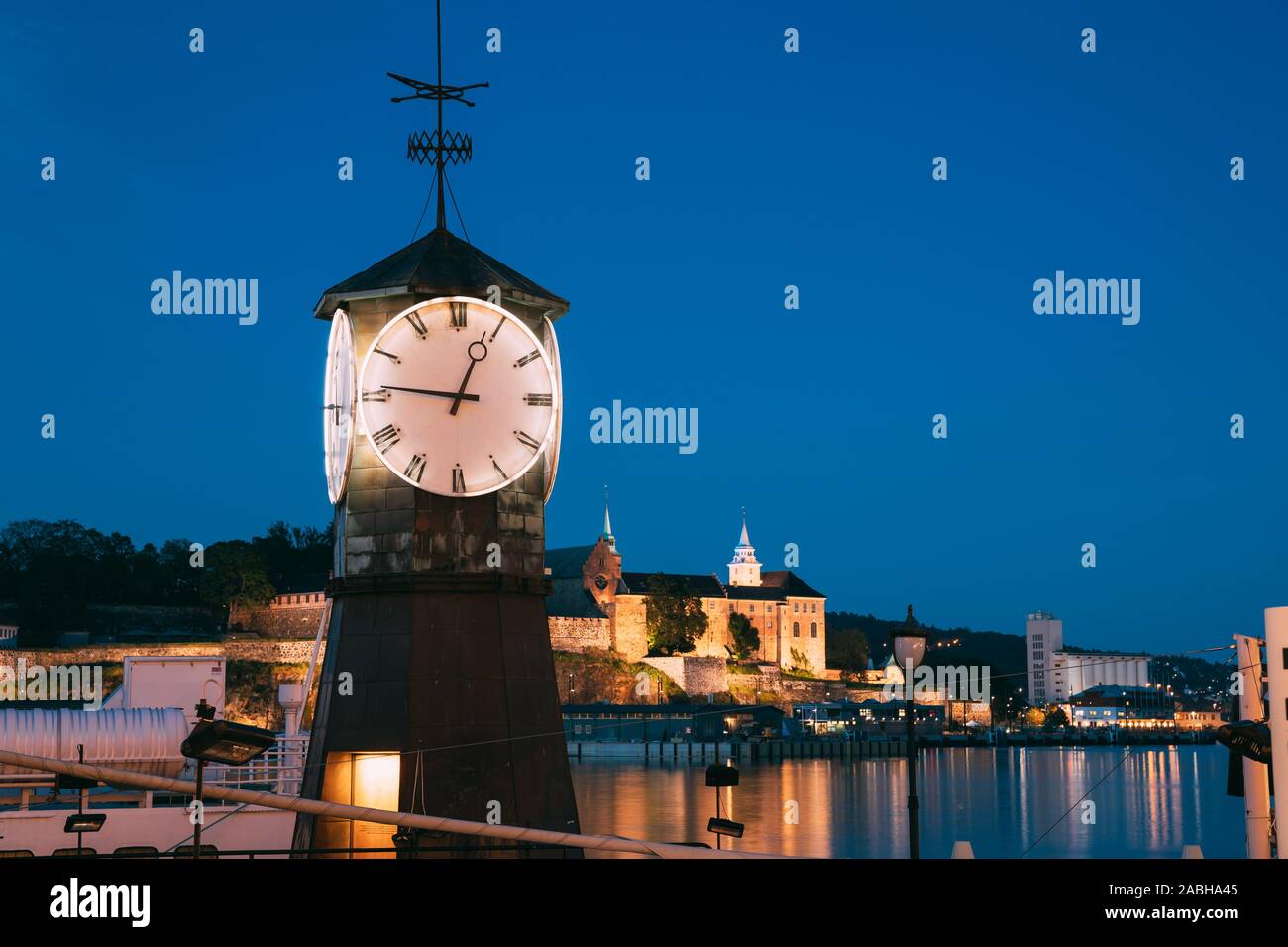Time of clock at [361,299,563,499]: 12:46
